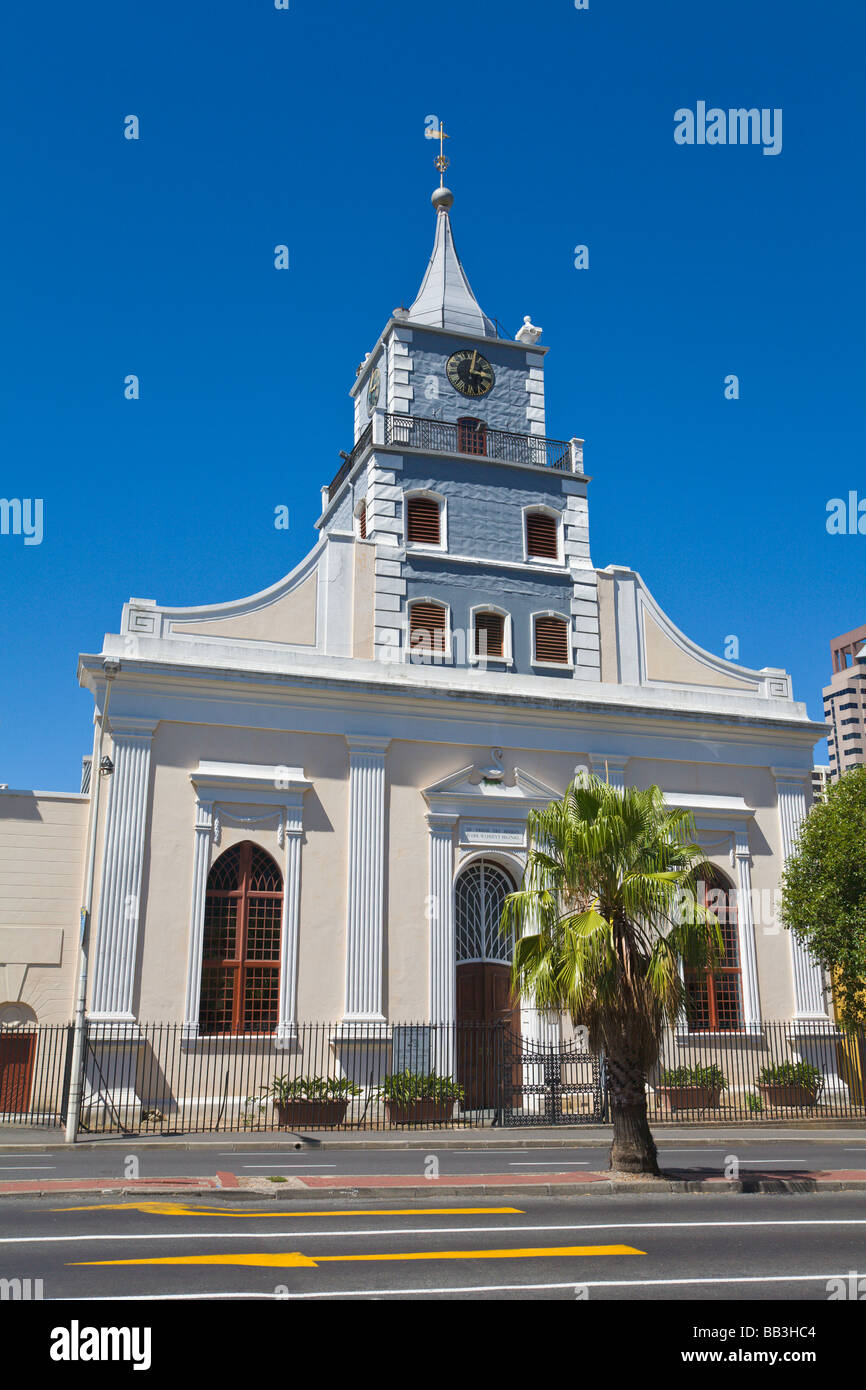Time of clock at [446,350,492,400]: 3:02
